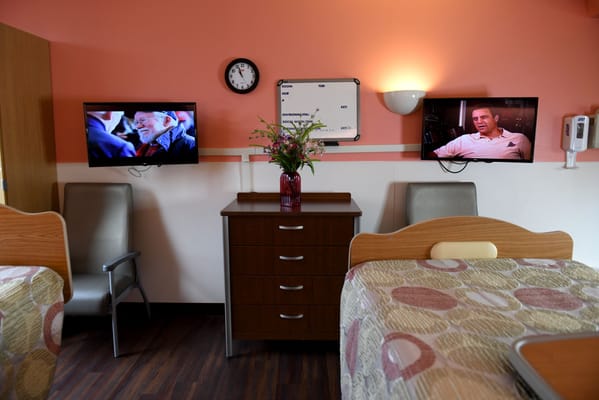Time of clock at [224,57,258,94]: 10:56
